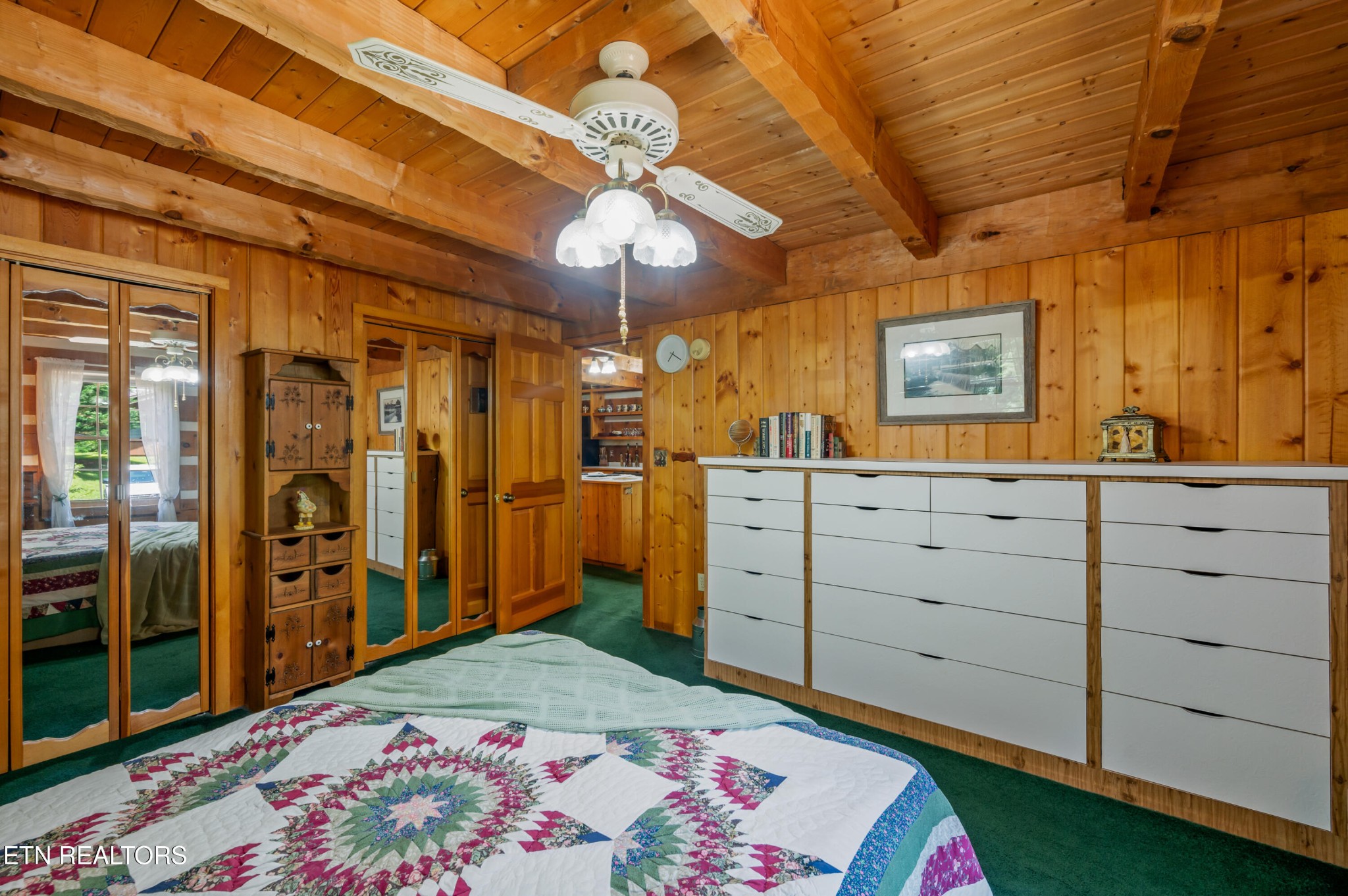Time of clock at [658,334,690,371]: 7:19
